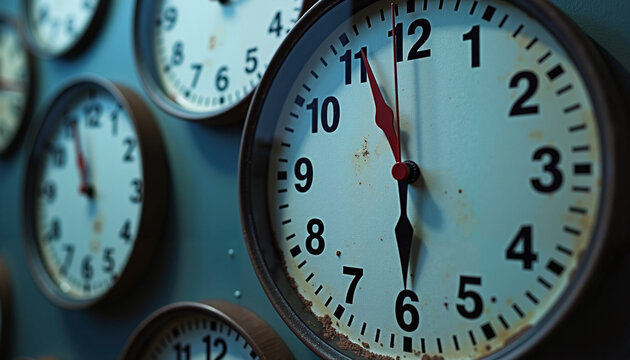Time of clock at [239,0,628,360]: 5:55
